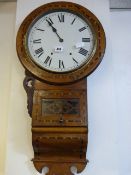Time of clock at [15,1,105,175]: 10:54
